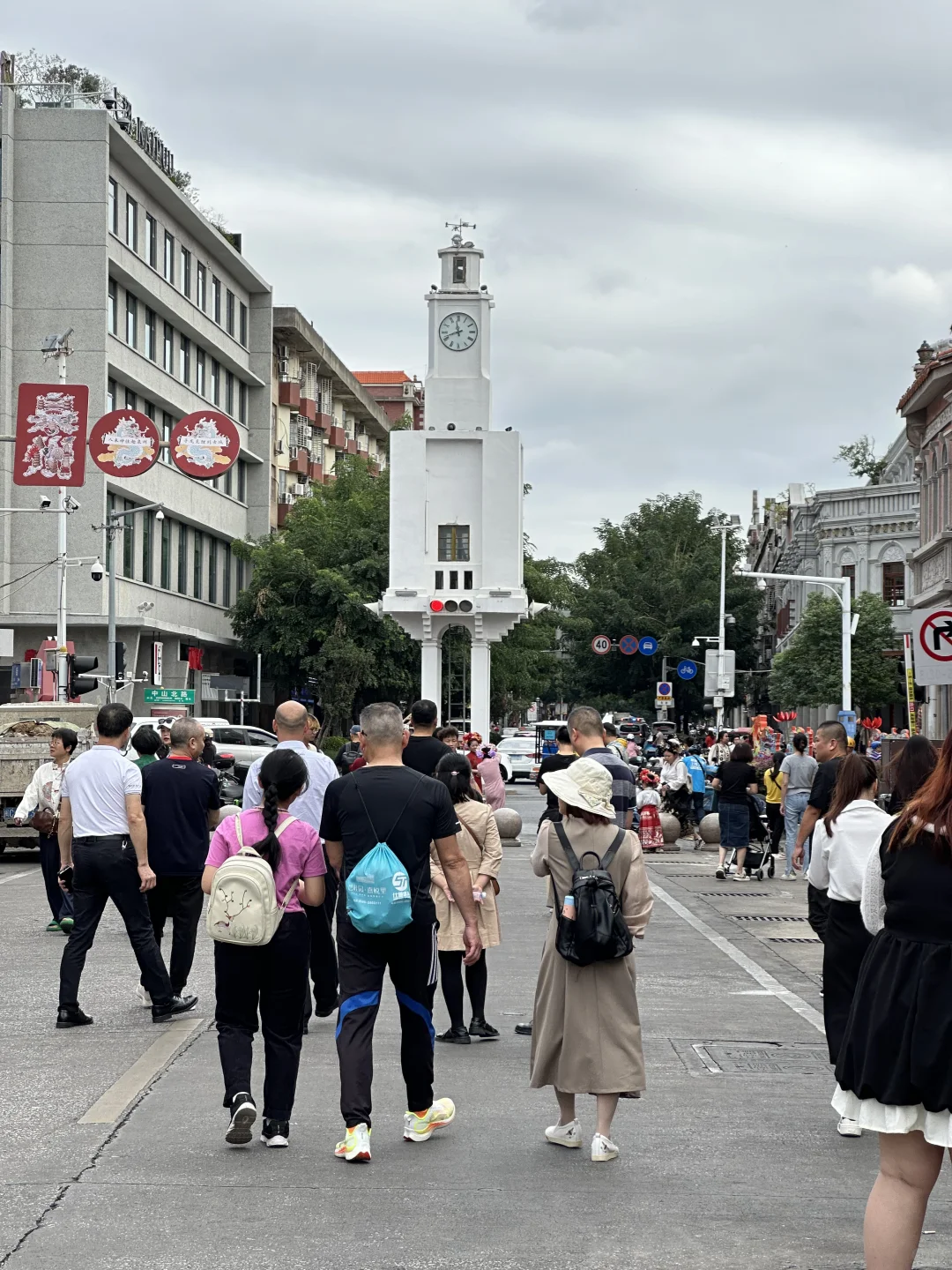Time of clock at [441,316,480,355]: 11:41
